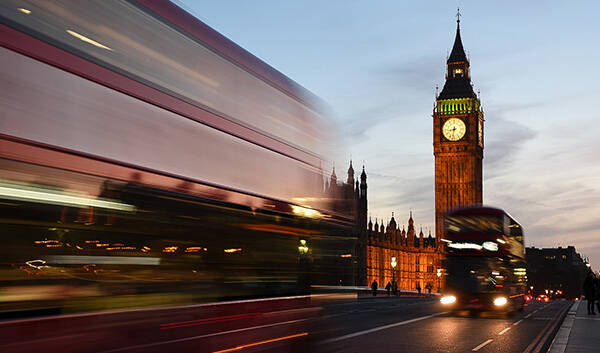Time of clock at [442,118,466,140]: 8:32
